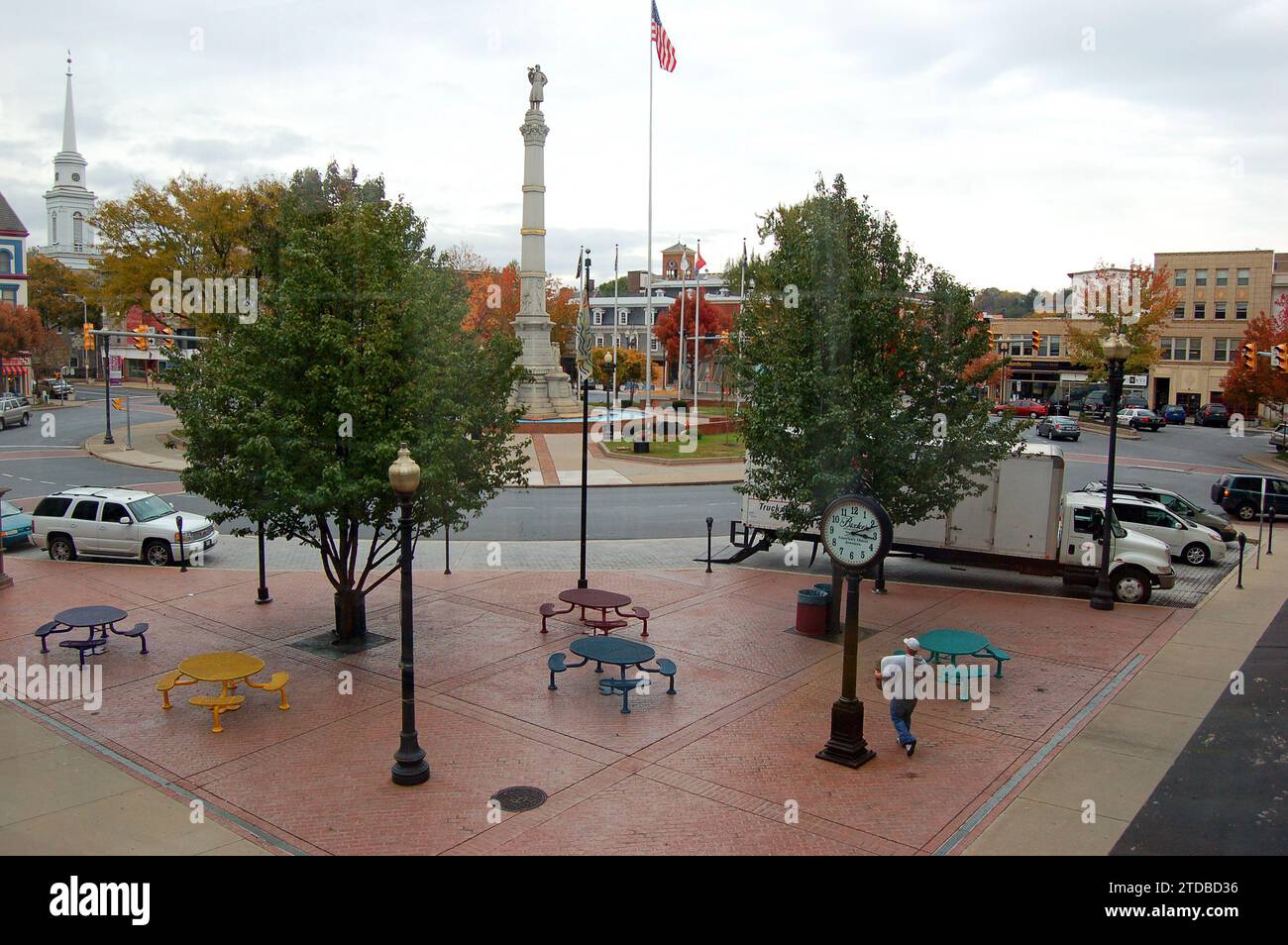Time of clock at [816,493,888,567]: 3:11
